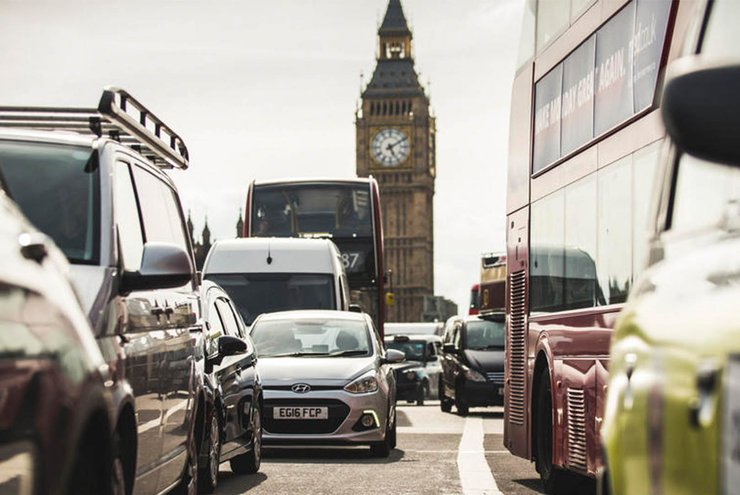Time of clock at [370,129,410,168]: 5:09
